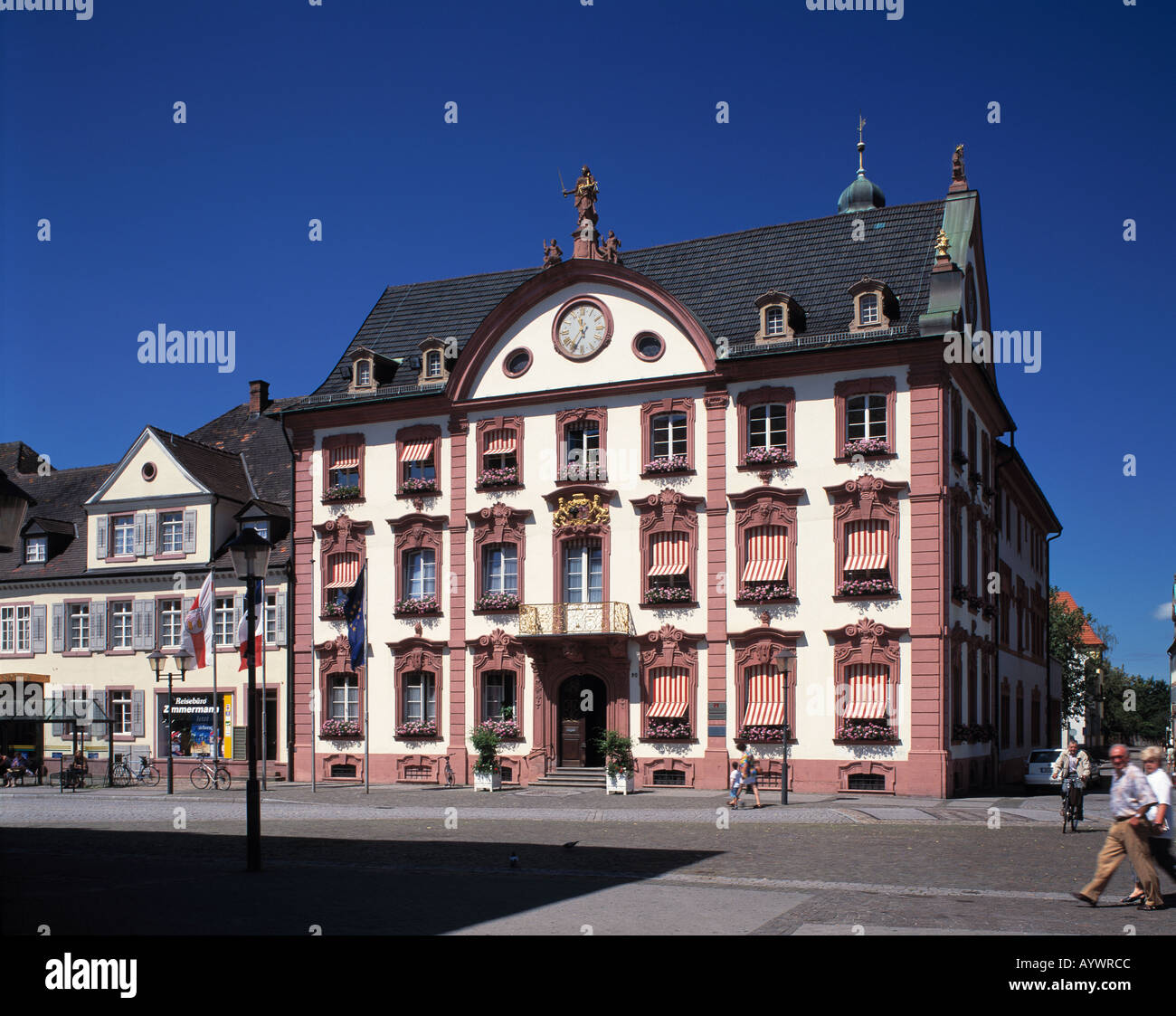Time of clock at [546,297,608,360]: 11:35
